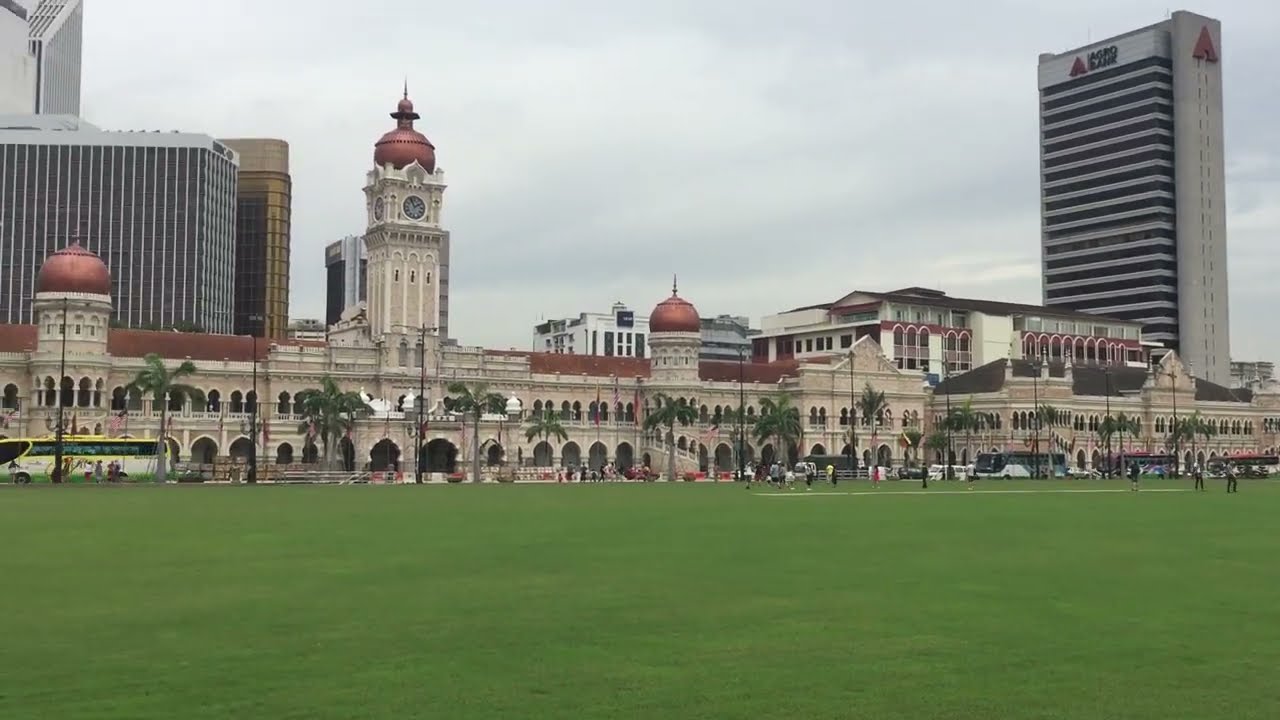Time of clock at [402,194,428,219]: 1:56
